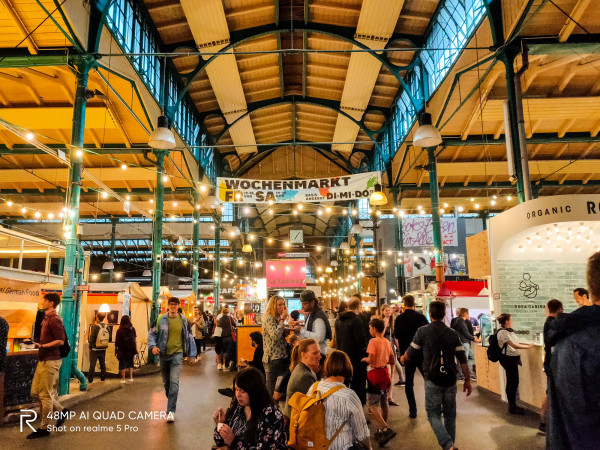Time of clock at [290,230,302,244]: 7:06
